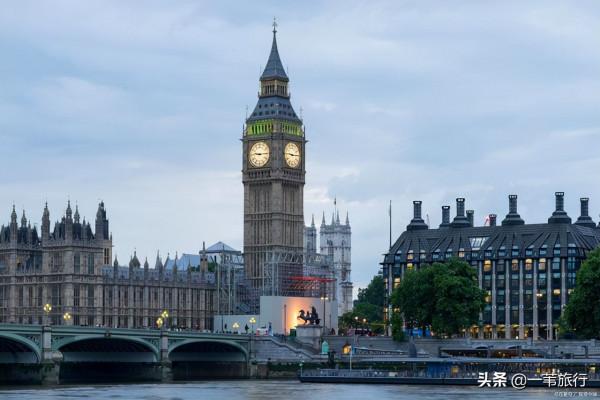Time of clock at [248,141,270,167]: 9:14
